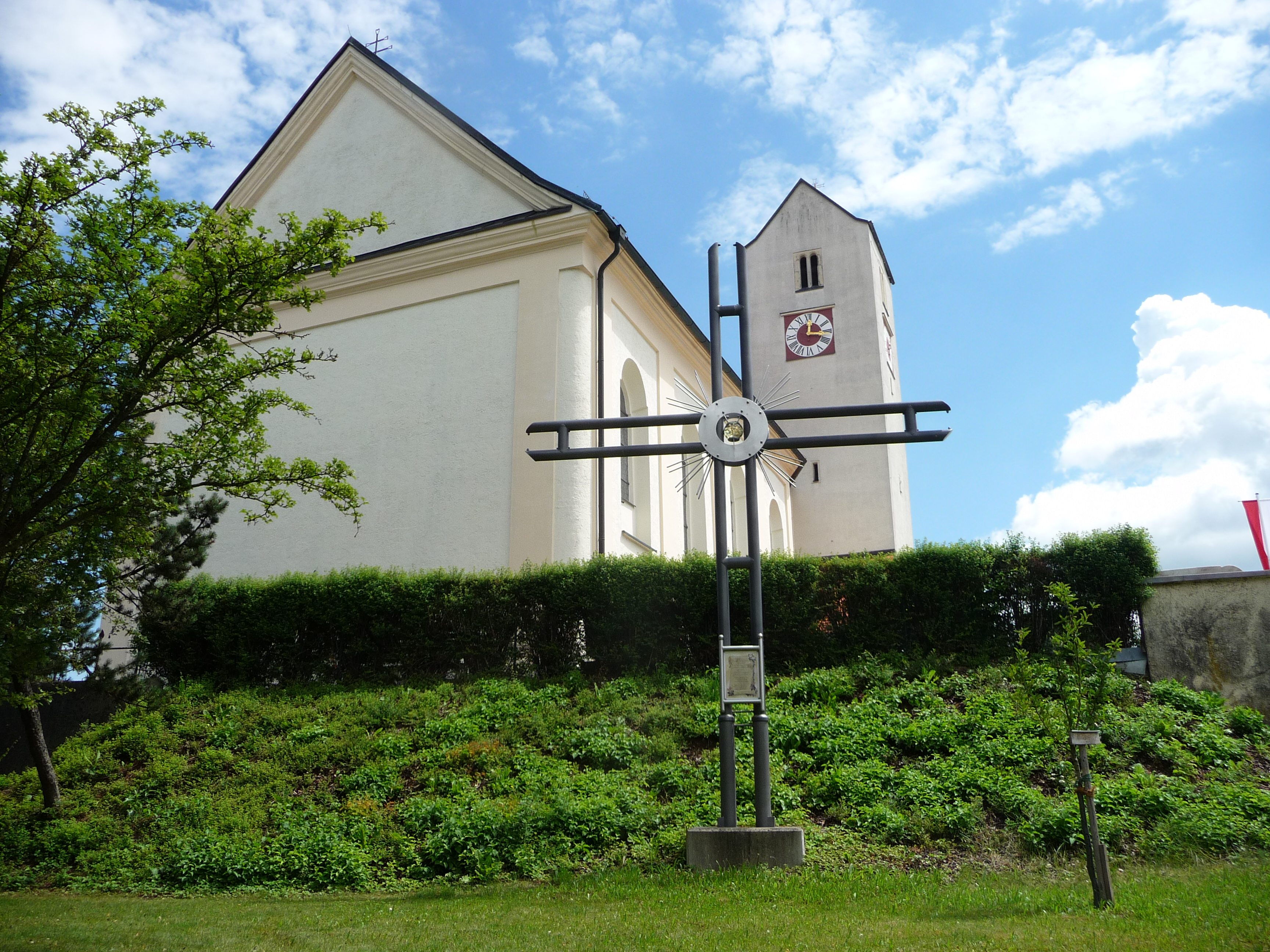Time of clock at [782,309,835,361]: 12:16
